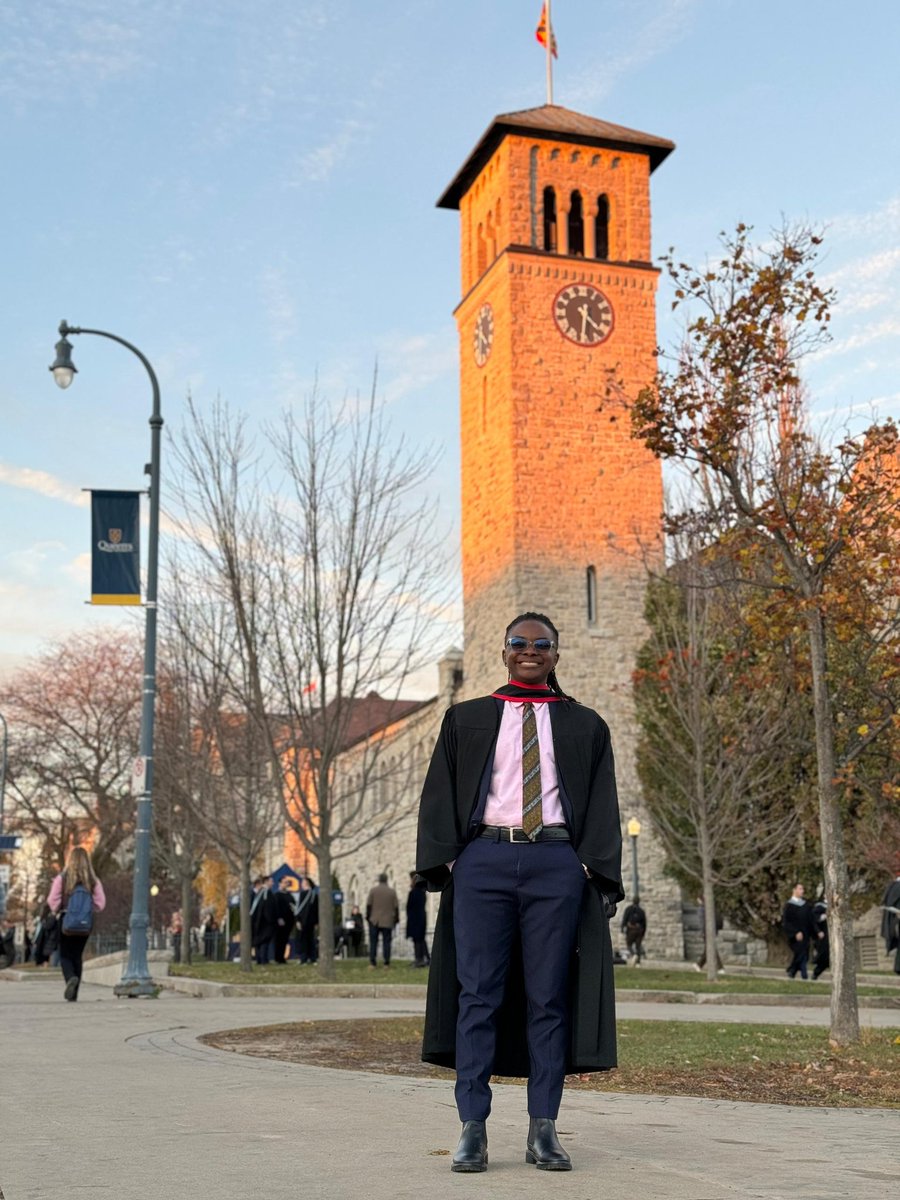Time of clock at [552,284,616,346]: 4:30
